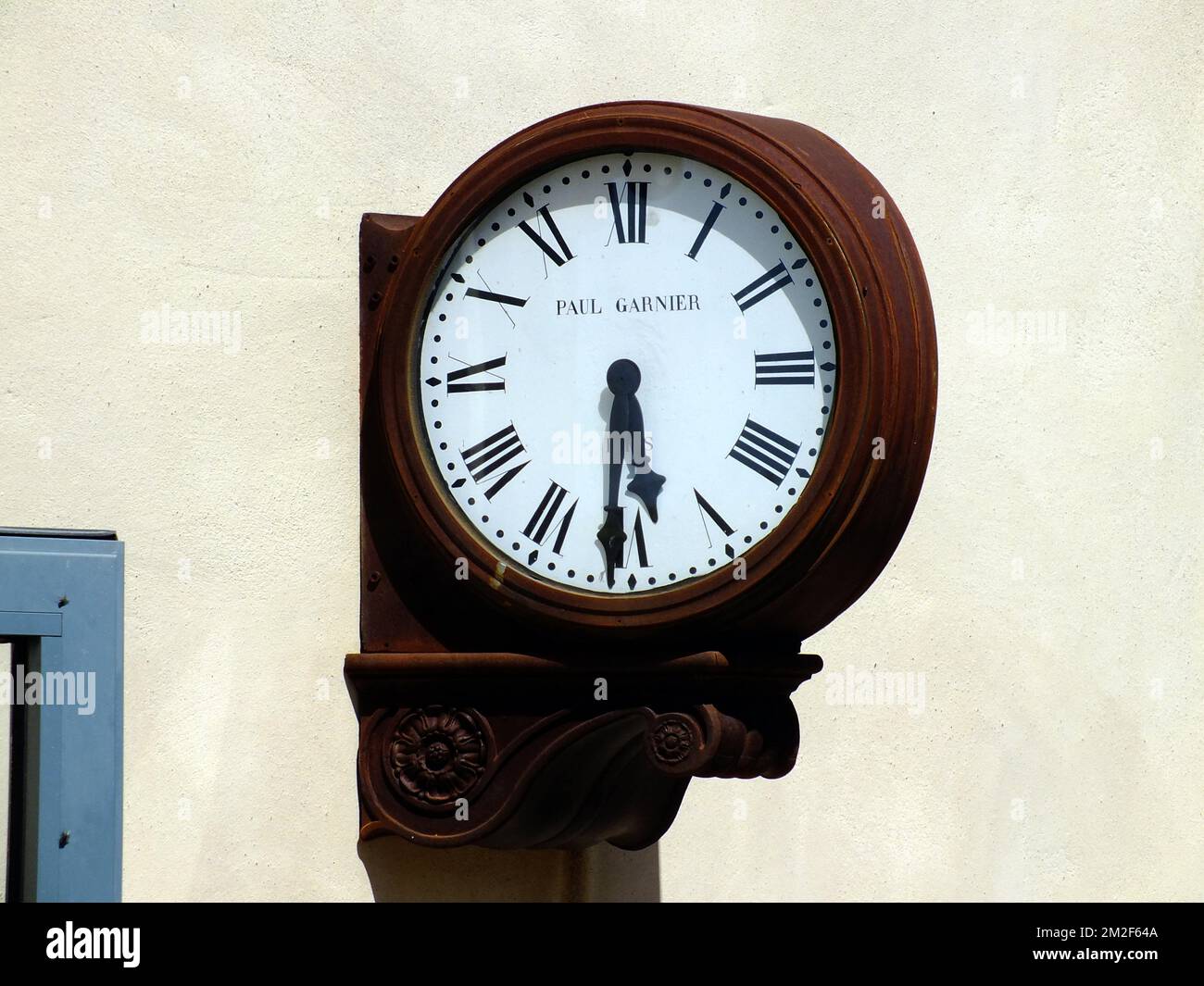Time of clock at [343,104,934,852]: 5:30
